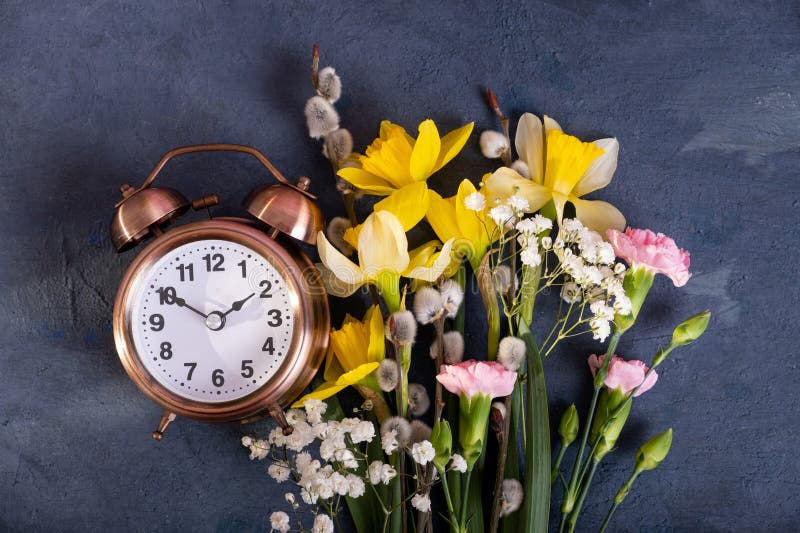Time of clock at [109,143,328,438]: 1:50
